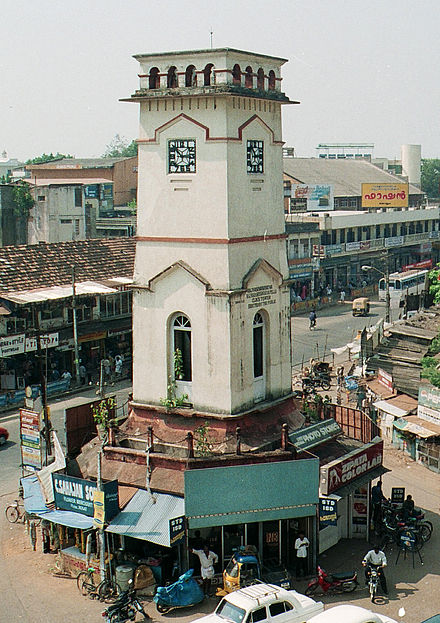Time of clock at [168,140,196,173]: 2:52
